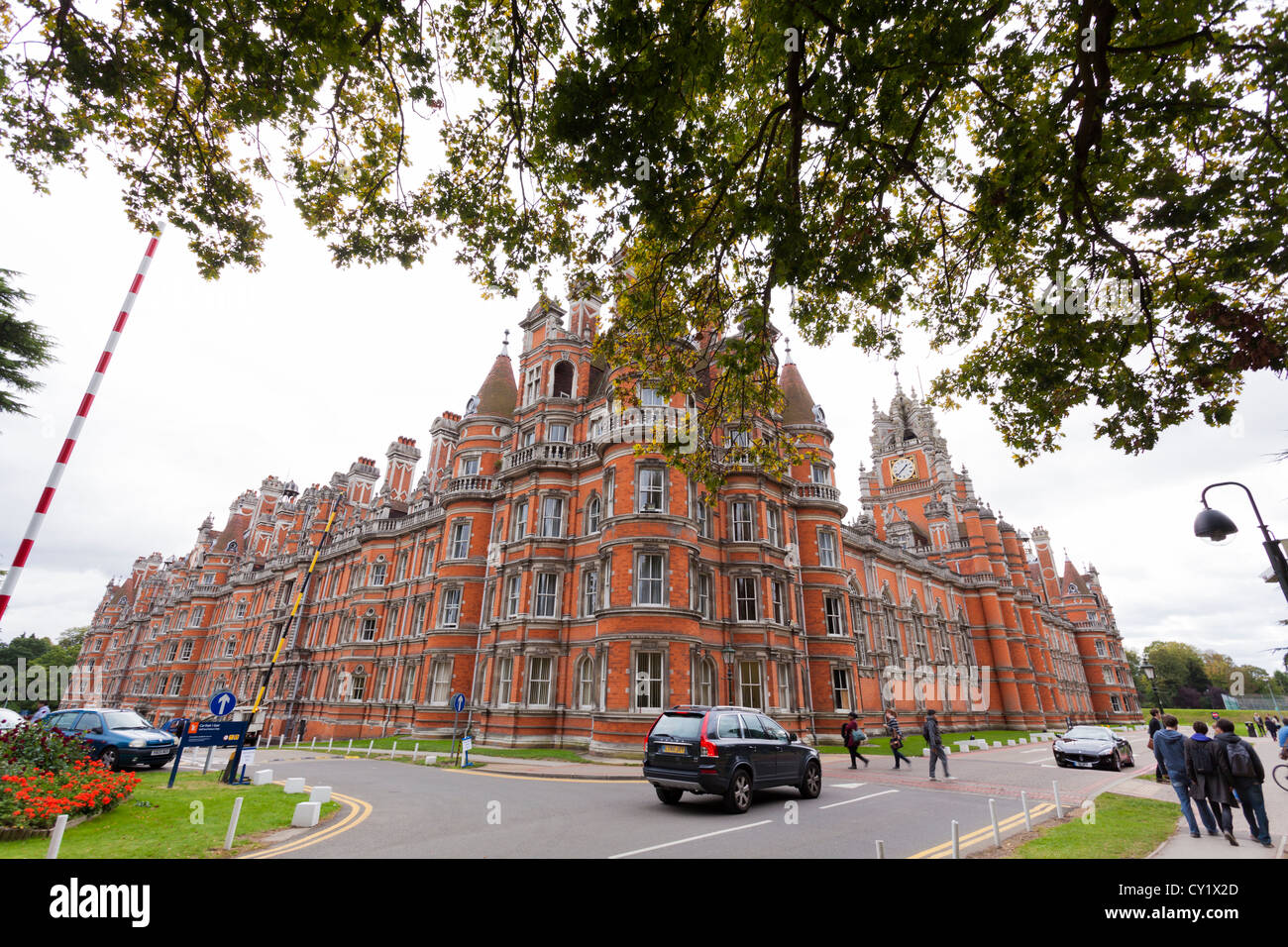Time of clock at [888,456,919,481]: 1:38
